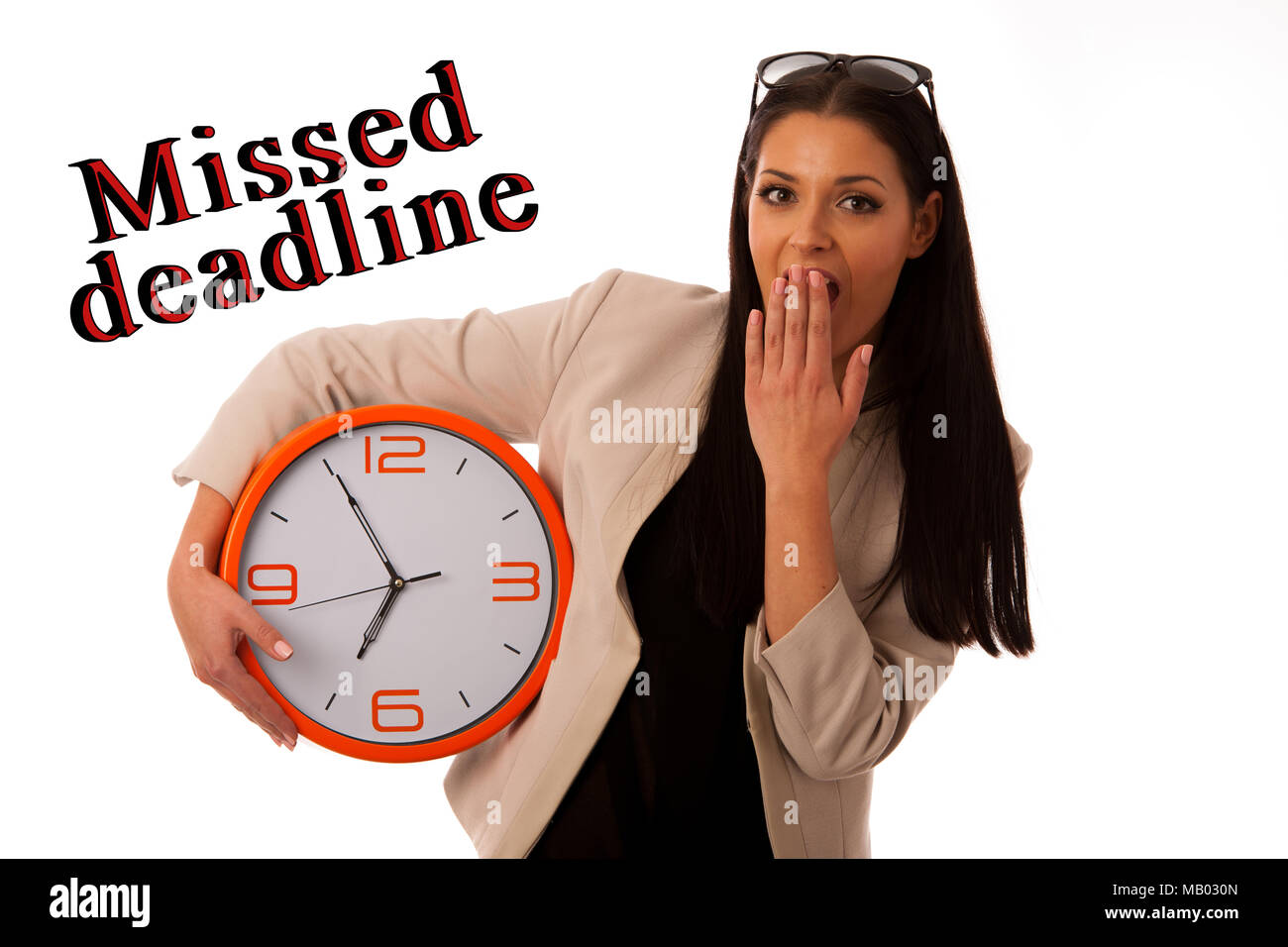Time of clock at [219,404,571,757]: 6:55
